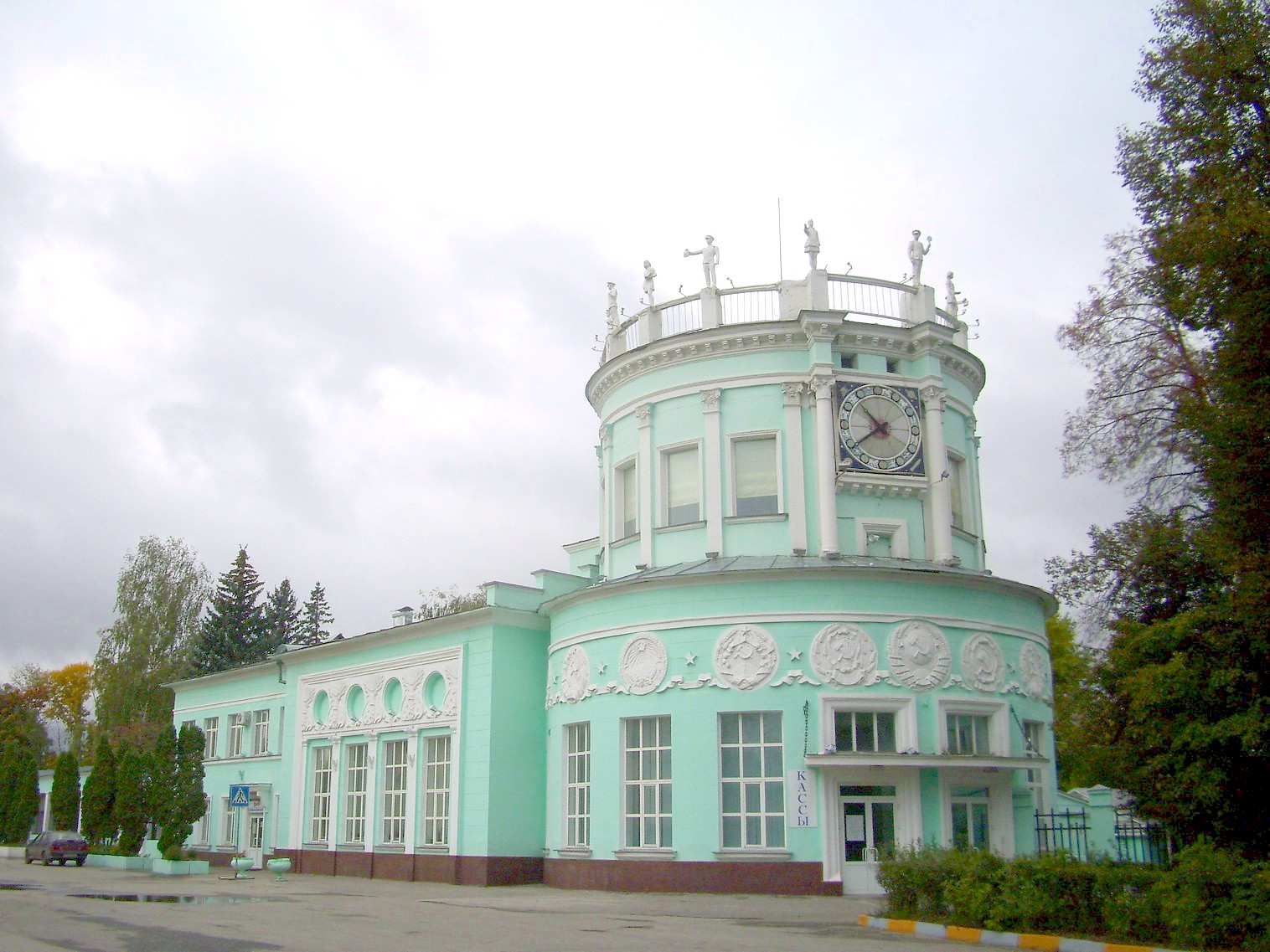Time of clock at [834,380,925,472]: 10:39
